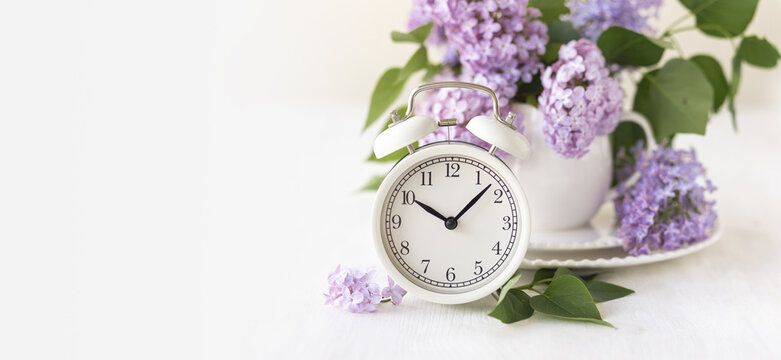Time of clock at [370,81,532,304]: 10:07
